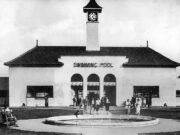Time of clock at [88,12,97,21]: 5:08
